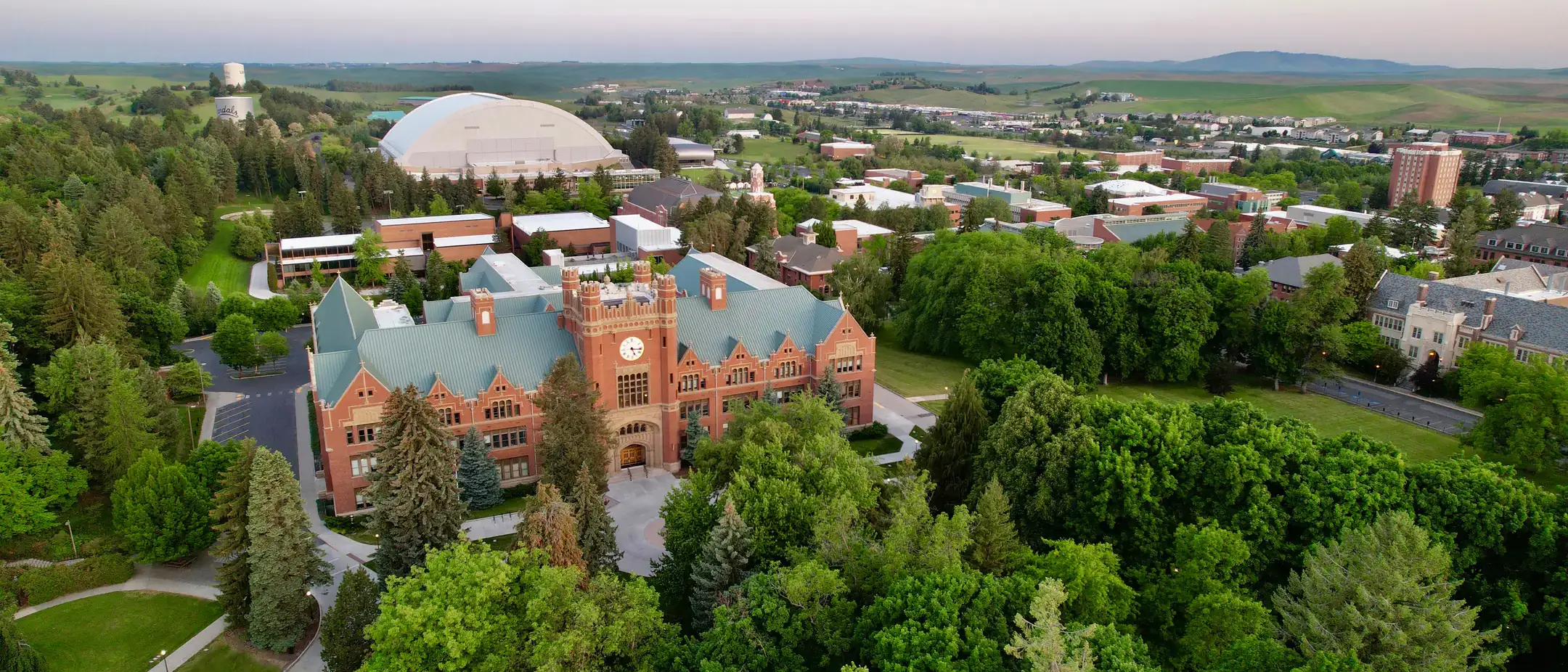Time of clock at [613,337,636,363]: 5:16
